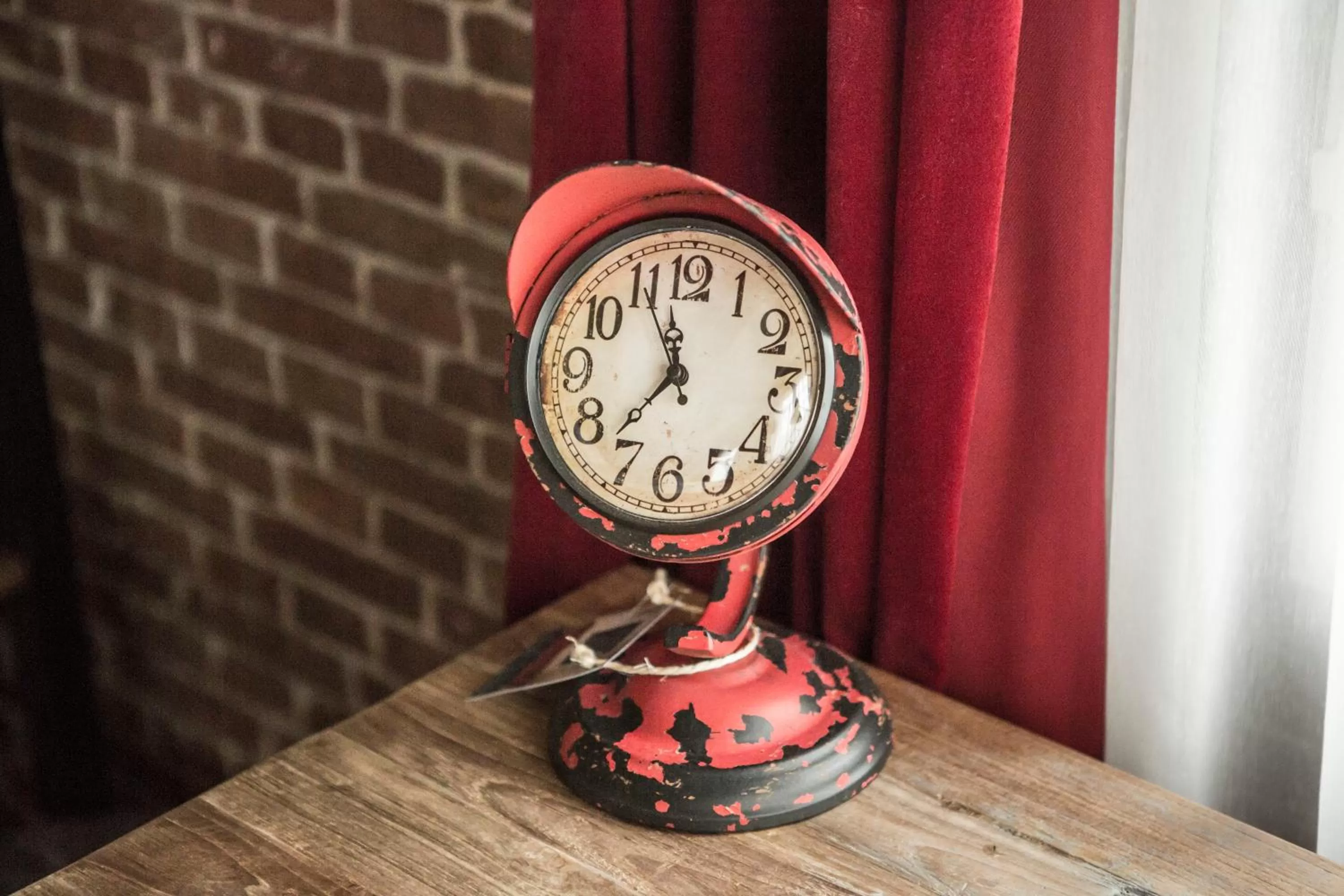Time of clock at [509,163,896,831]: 11:37
